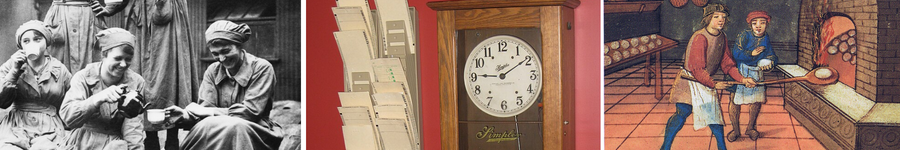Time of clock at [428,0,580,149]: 9:09
